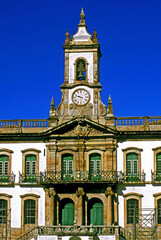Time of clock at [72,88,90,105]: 9:47
